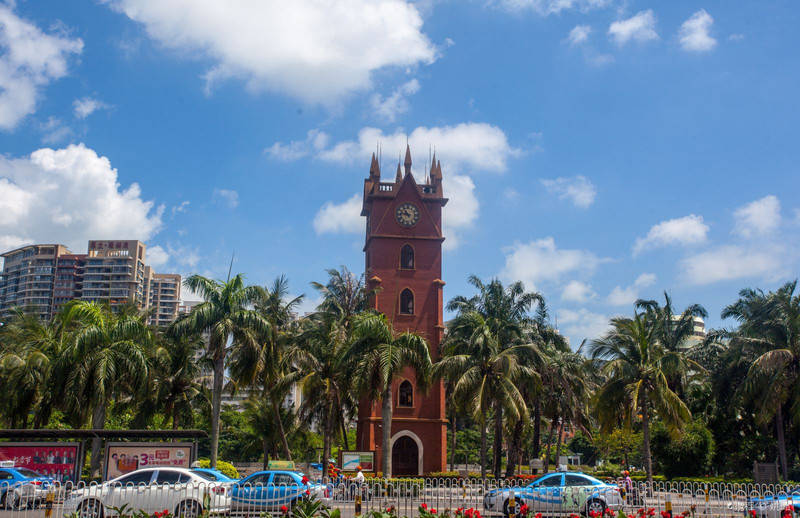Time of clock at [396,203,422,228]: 10:47
